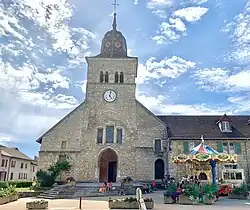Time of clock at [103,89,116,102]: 5:02
